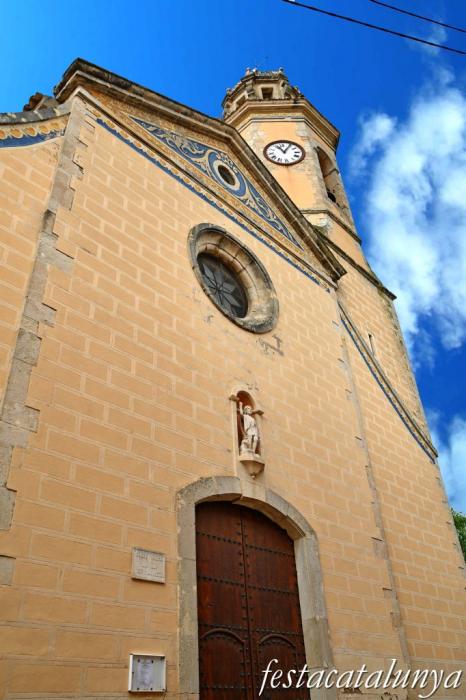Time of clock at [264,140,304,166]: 11:05
